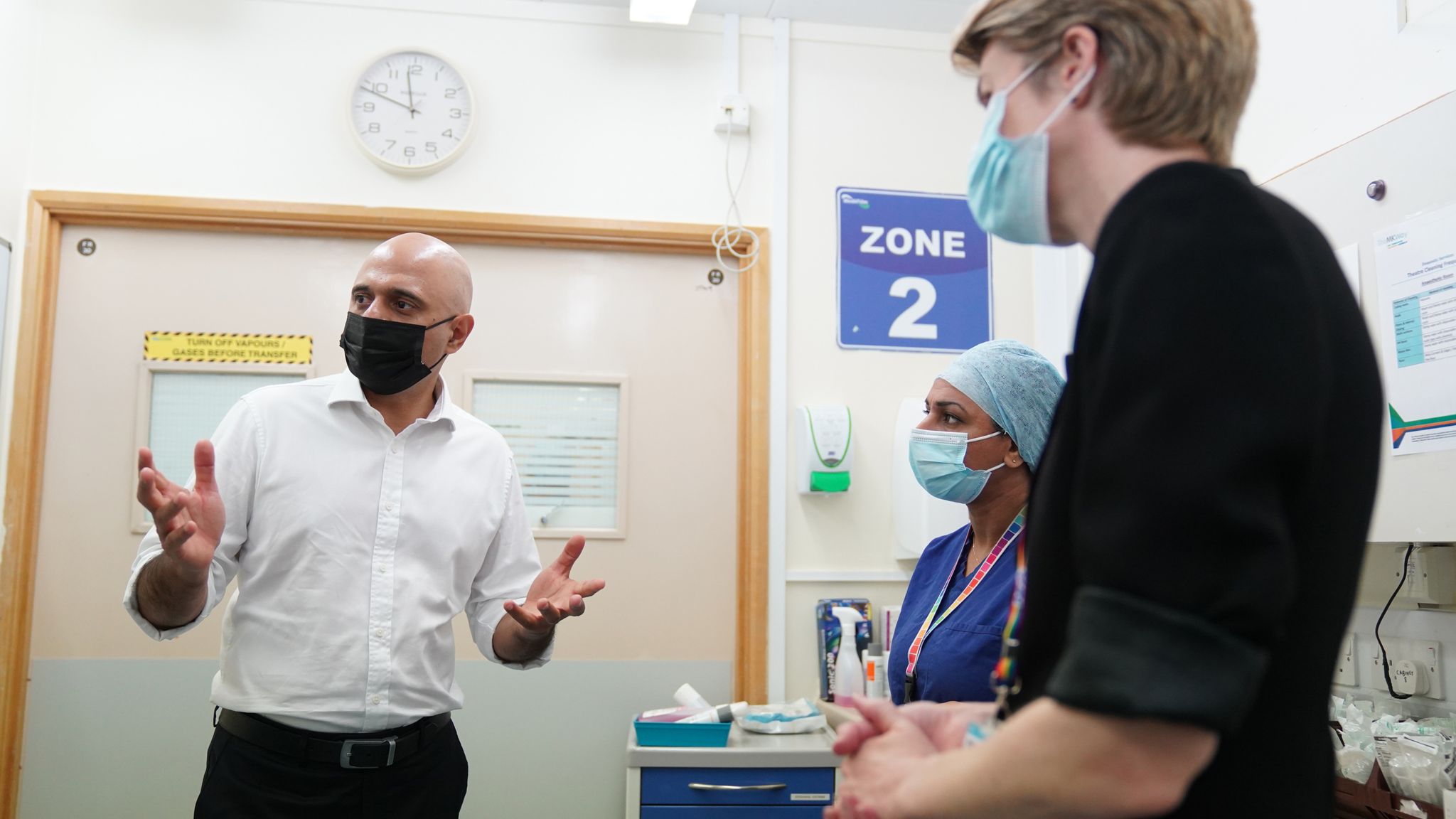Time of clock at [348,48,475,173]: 11:48
